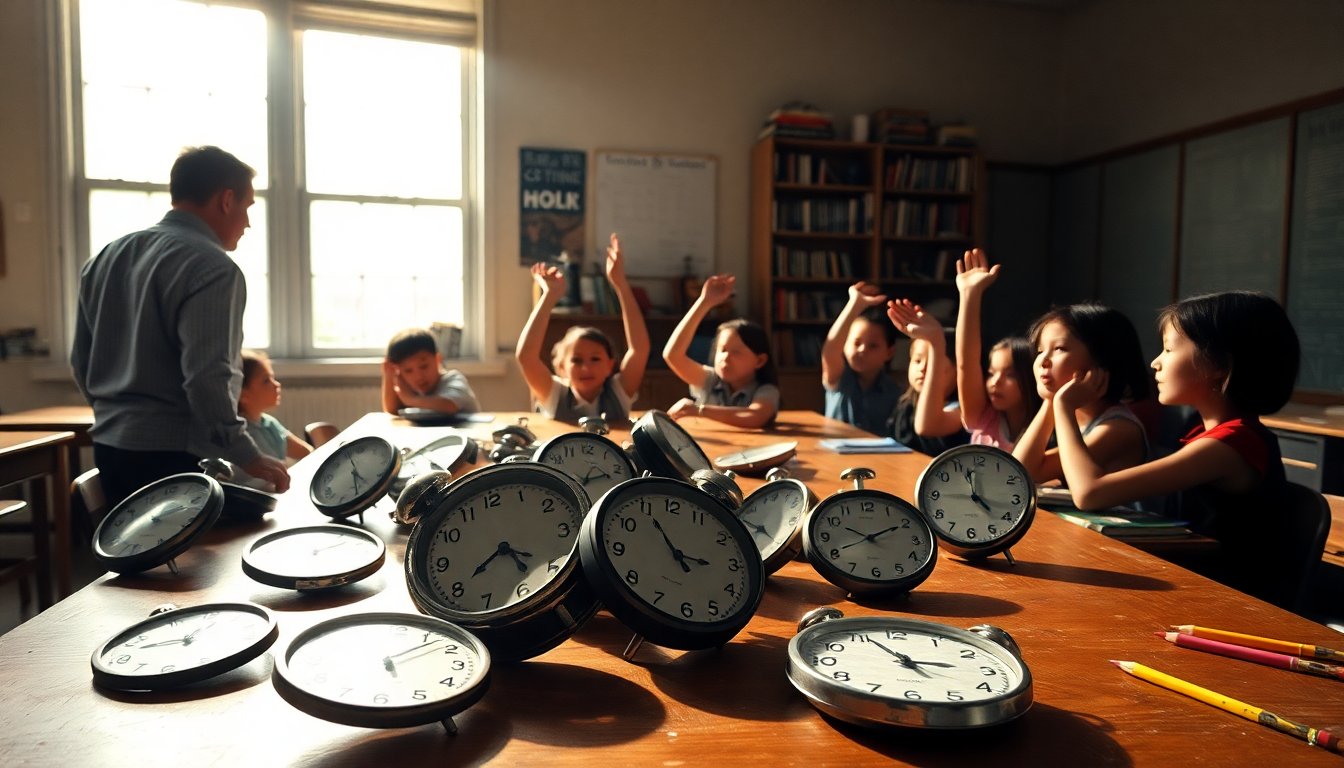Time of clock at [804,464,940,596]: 10:10
